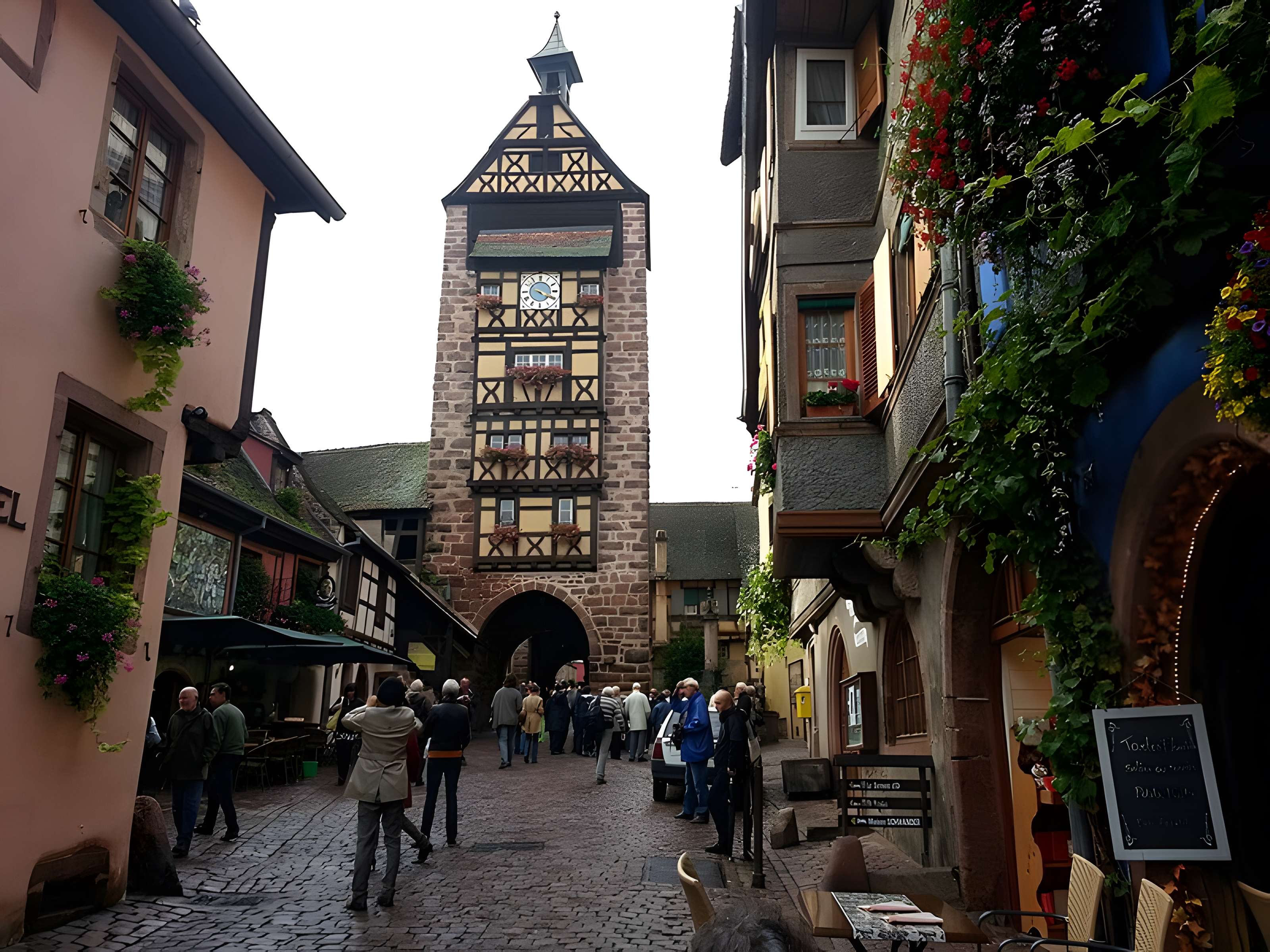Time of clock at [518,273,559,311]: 4:19
